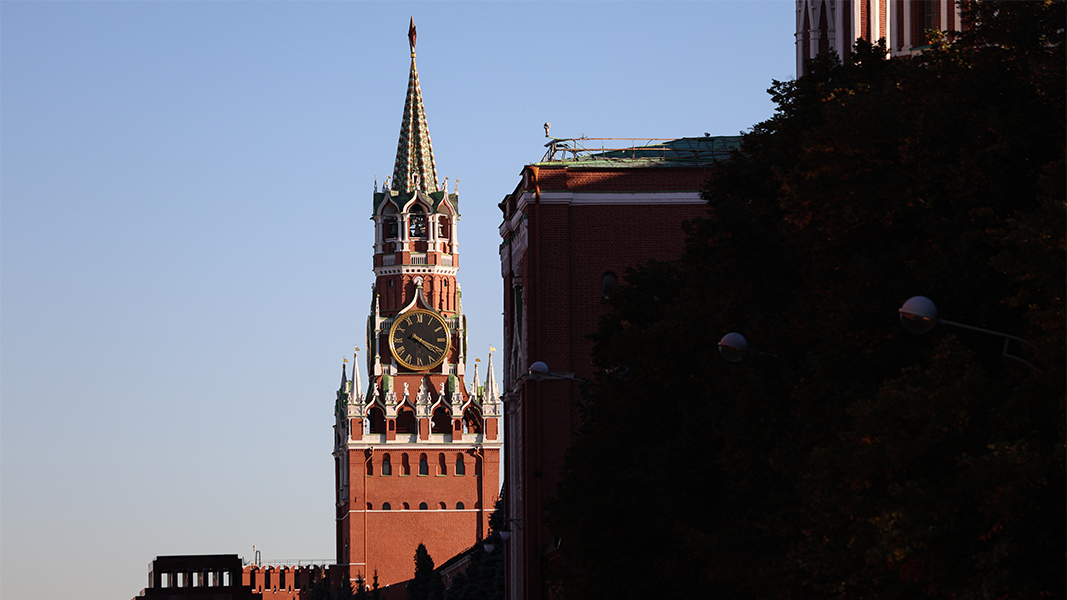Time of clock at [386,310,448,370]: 4:18
